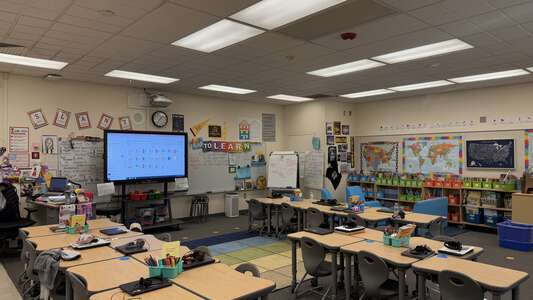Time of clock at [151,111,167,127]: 7:07
